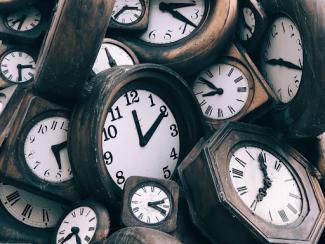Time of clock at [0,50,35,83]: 2:29
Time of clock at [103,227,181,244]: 2:18
